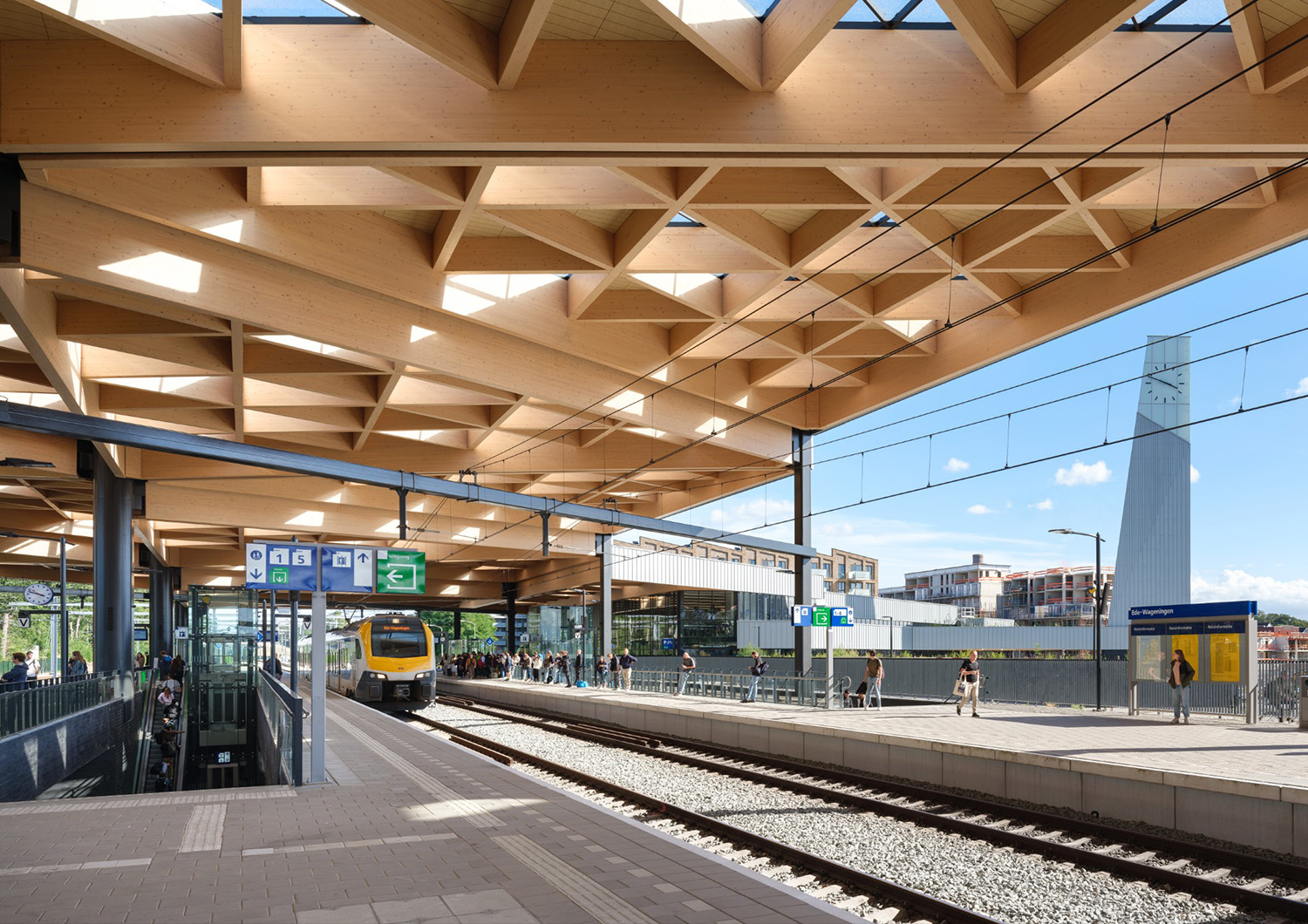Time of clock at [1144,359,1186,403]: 3:48
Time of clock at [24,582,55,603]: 3:47
